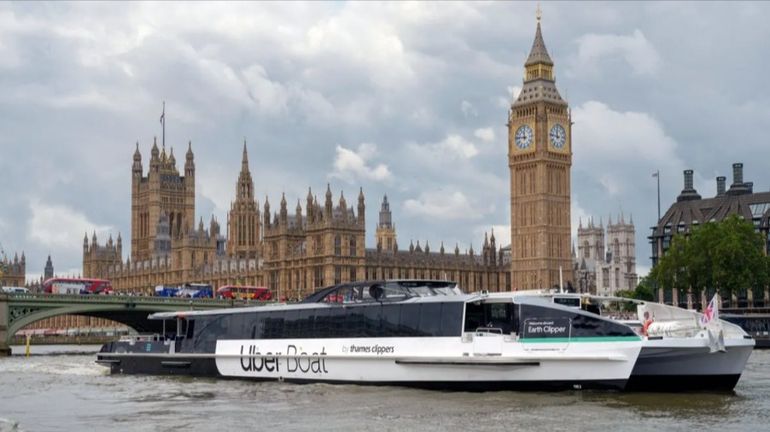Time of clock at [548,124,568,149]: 11:46
